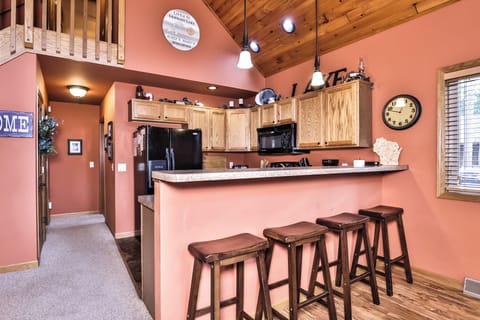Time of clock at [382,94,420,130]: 12:48
